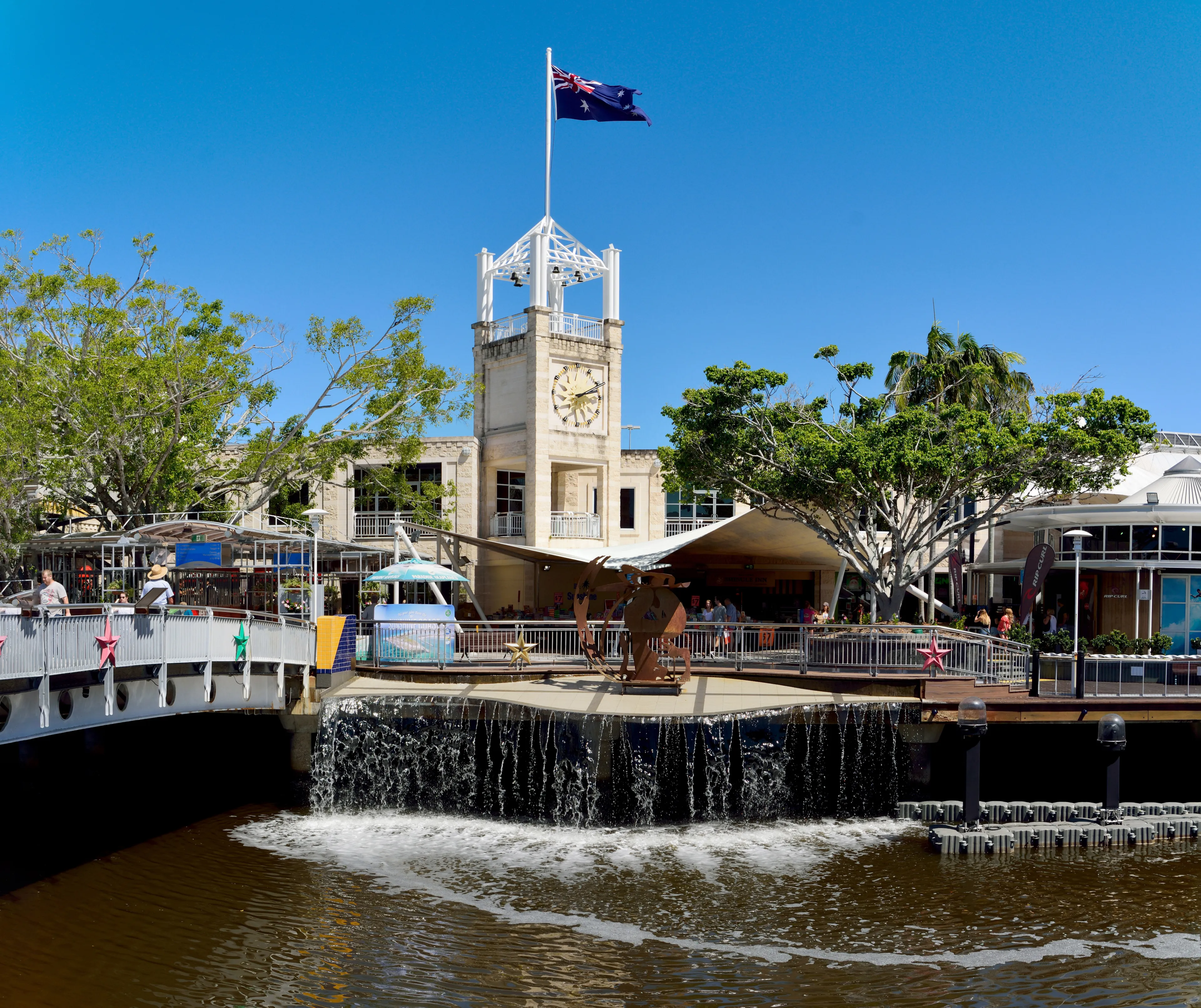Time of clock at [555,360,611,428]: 2:12
